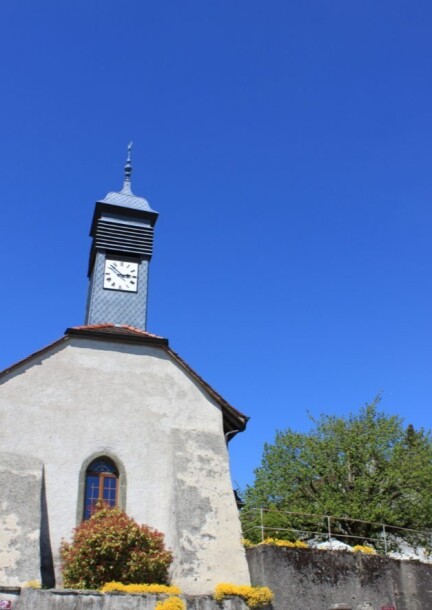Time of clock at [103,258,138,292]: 2:52
